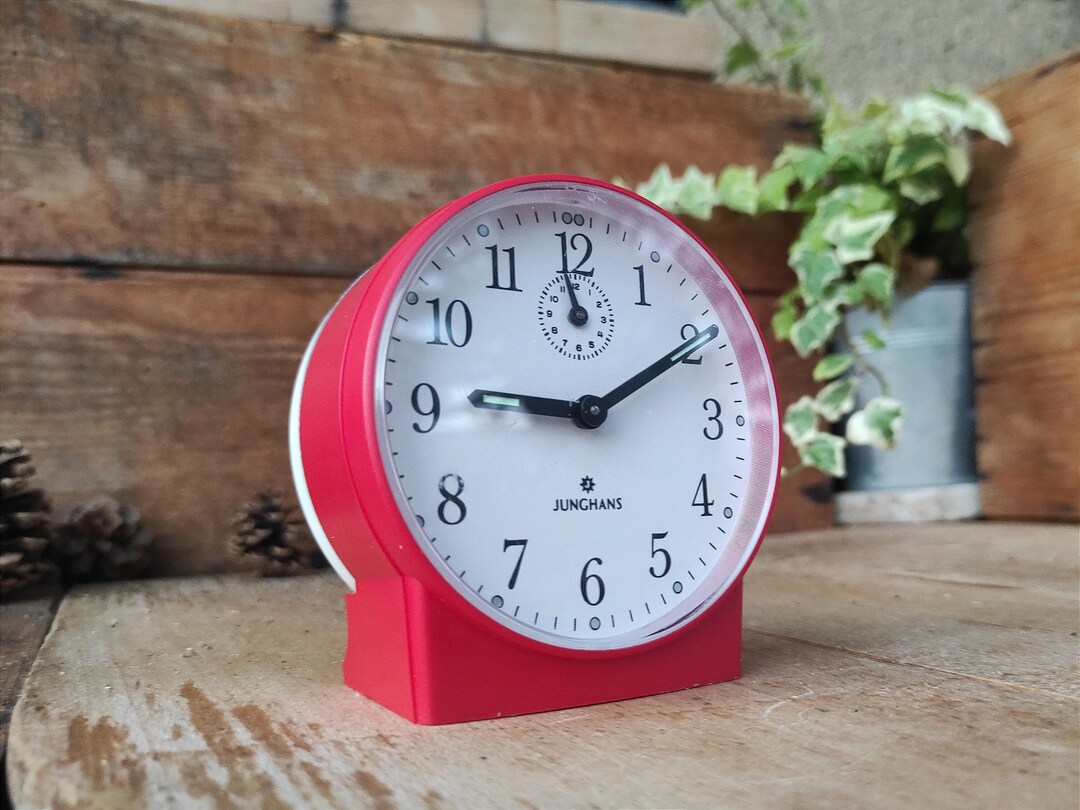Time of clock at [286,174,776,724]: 9:10
